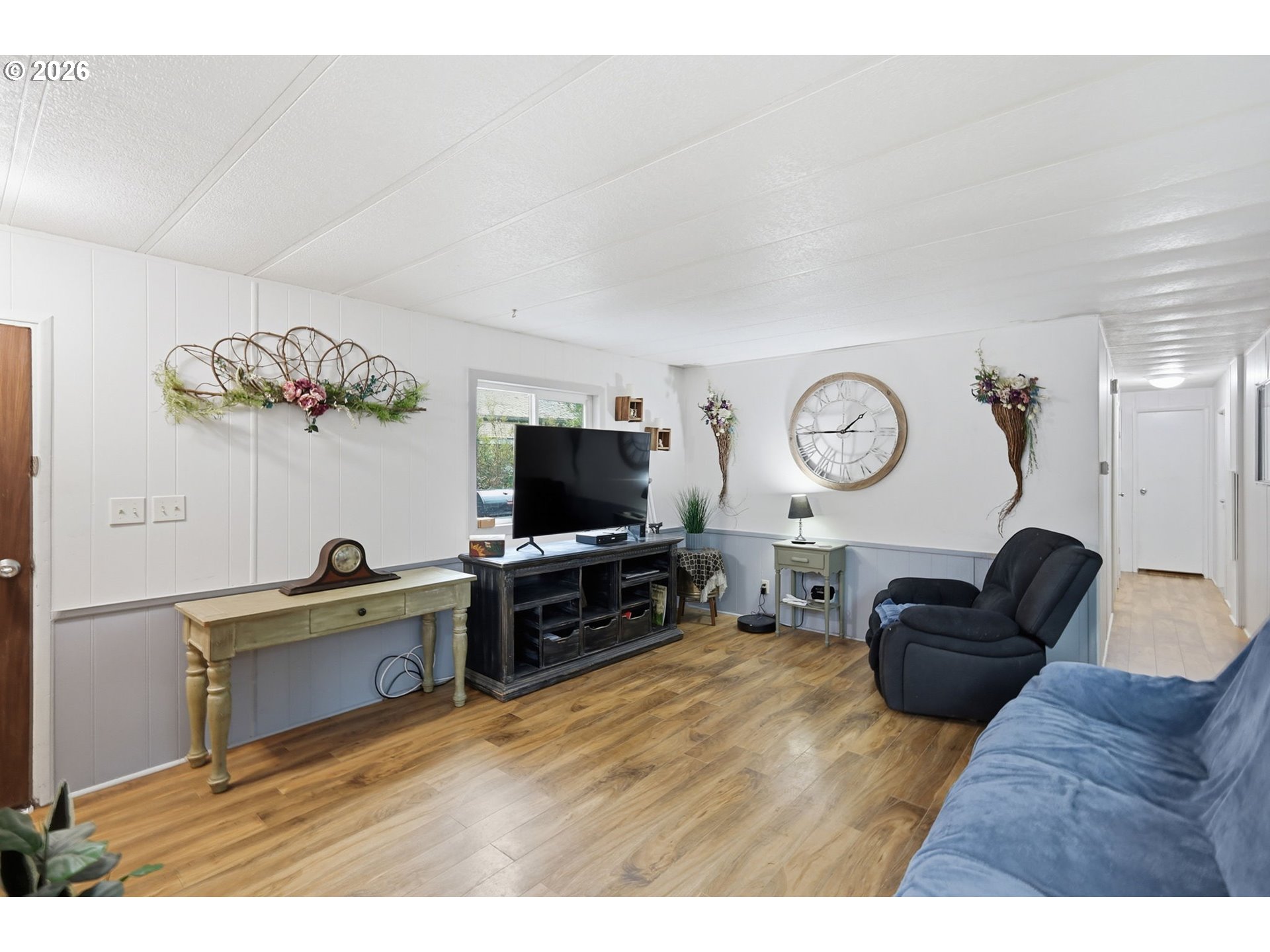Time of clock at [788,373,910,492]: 1:46
